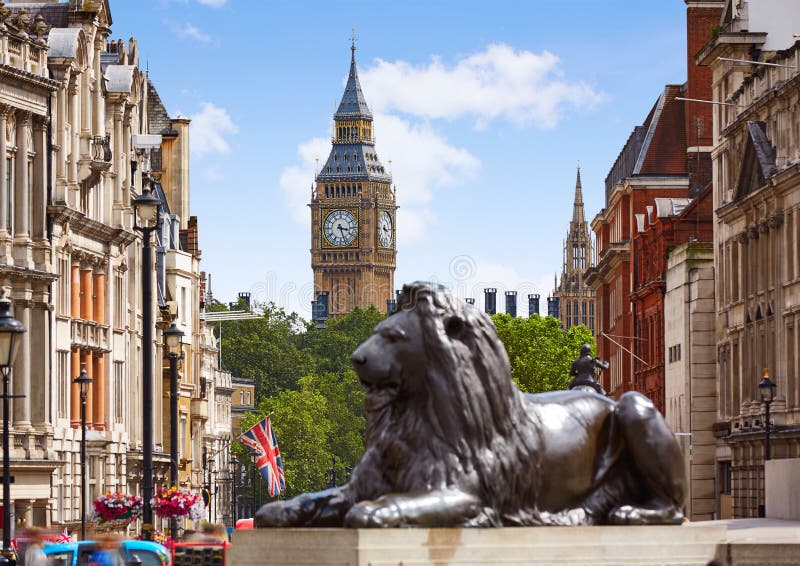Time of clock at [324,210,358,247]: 3:26
